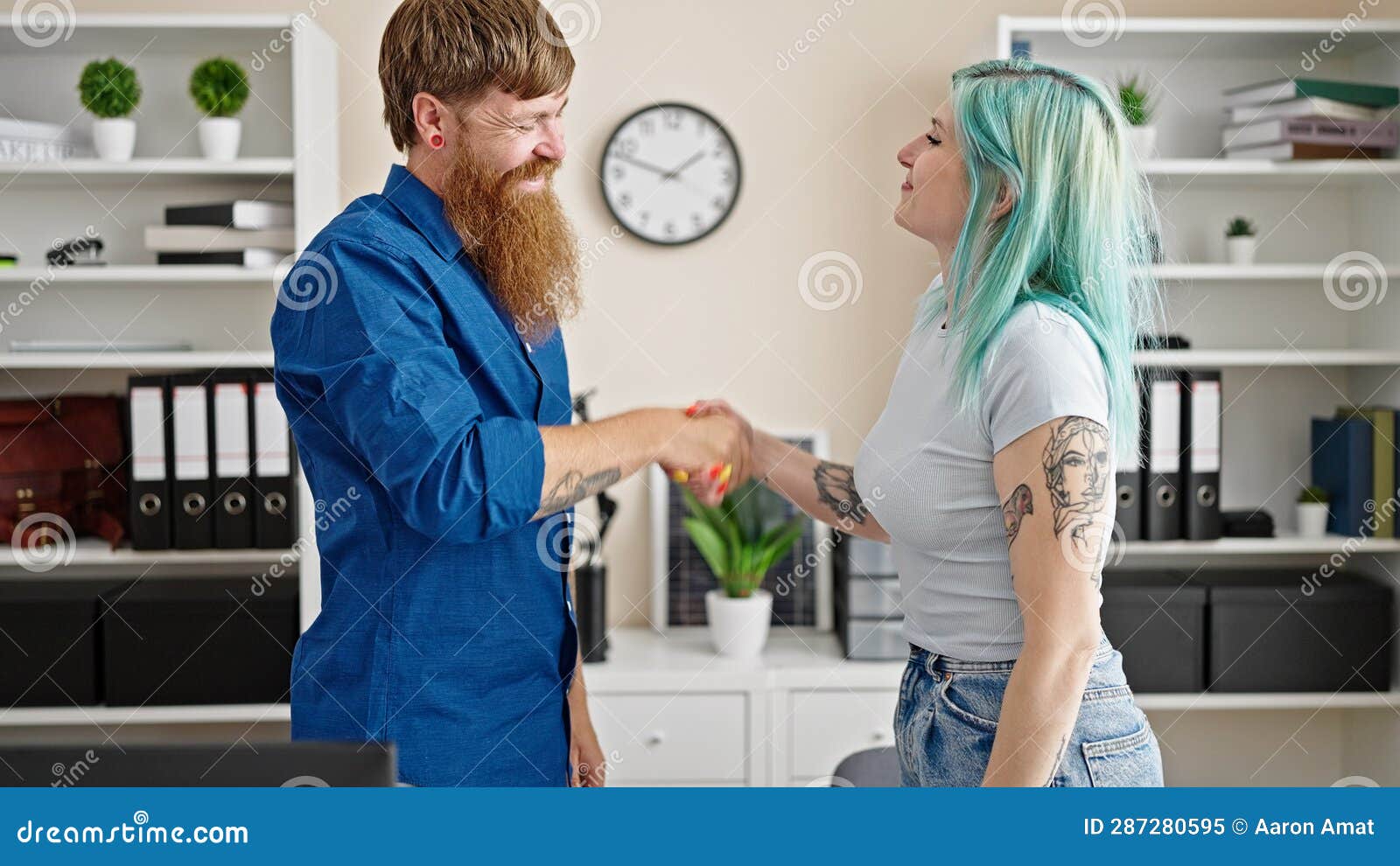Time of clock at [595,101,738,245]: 1:47
